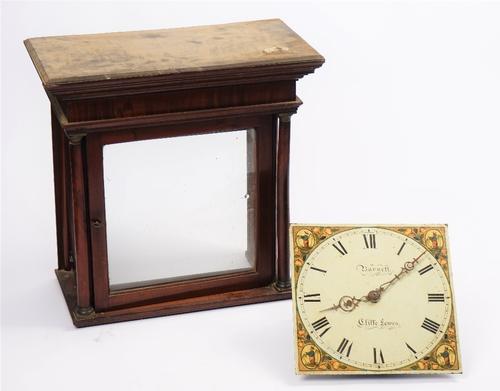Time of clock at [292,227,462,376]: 8:08
